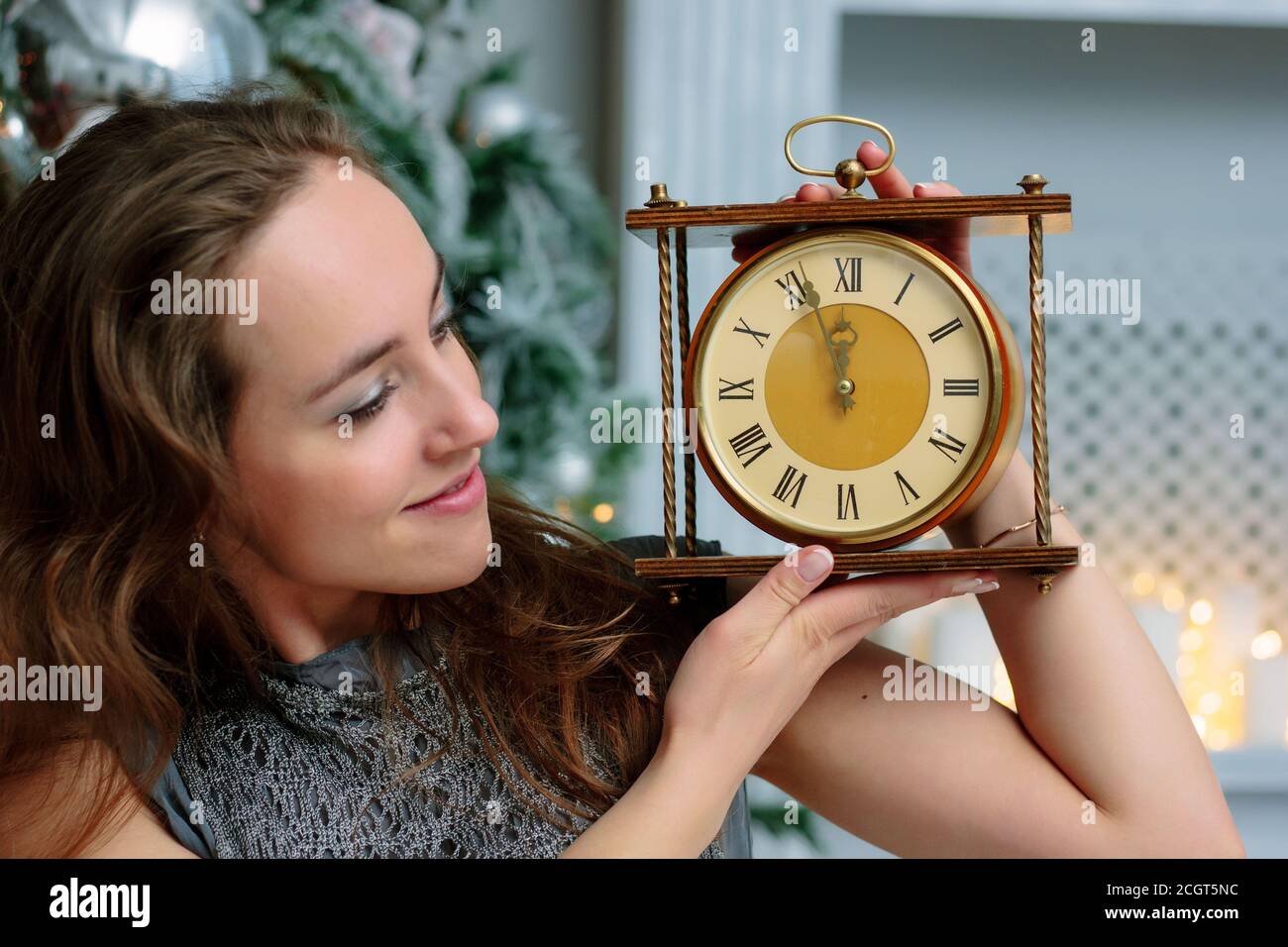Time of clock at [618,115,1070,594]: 11:56
